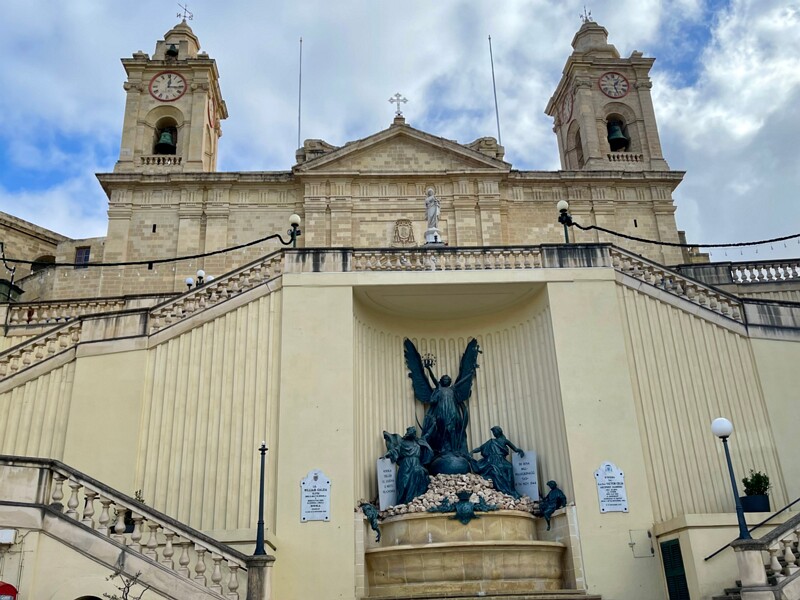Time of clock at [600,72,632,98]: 1:26
